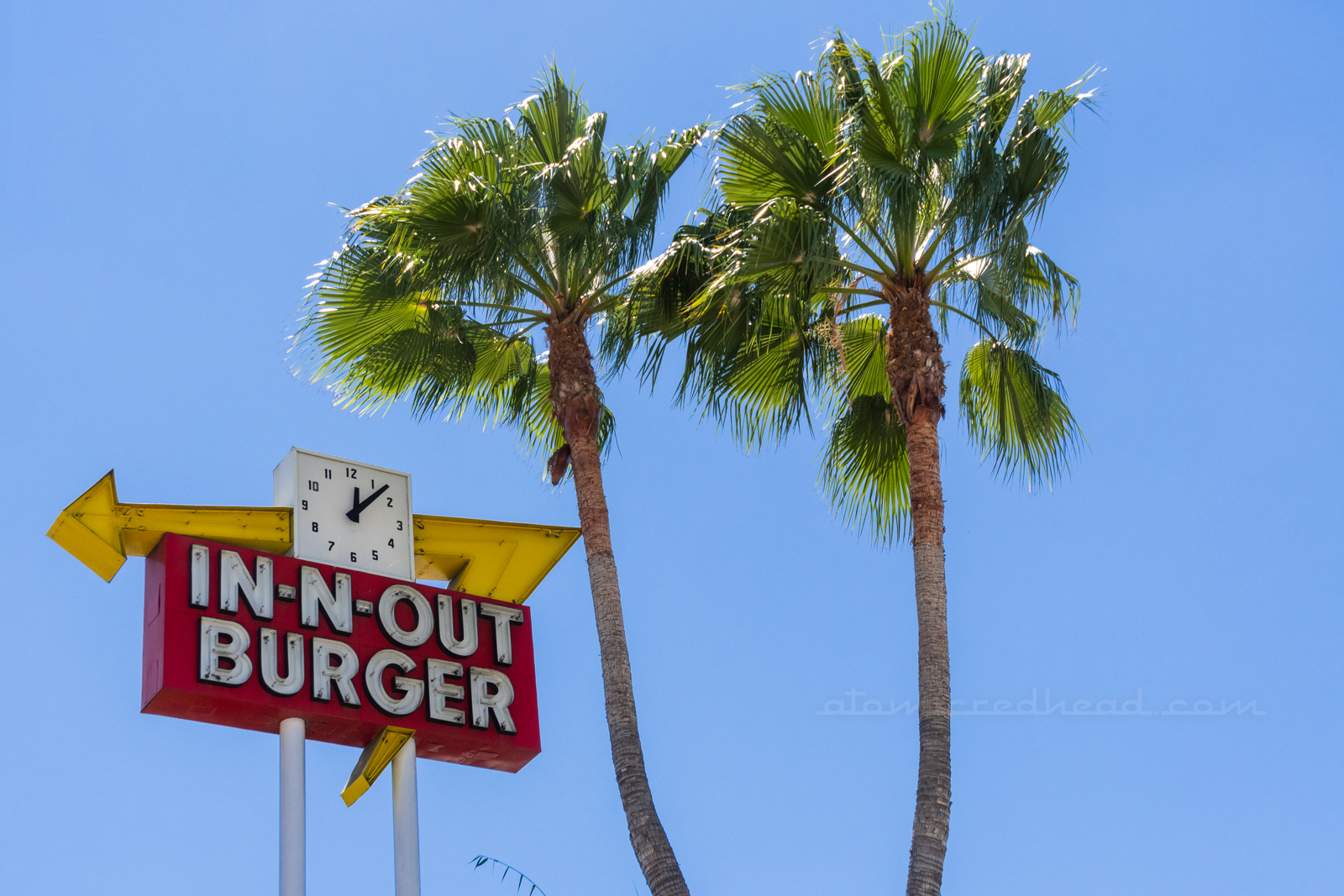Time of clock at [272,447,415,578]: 12:07
